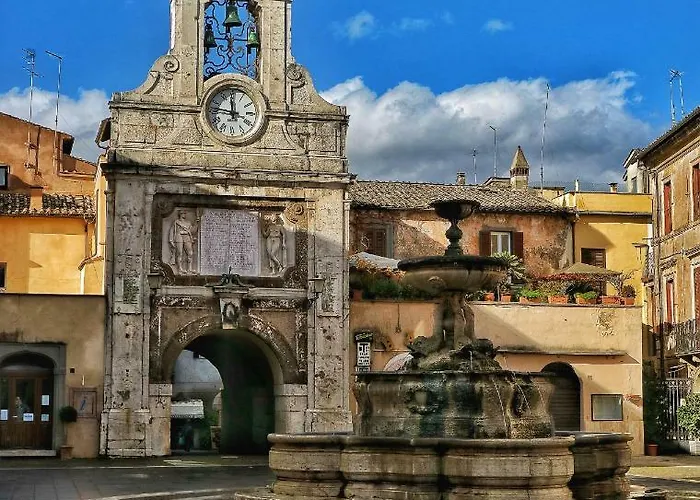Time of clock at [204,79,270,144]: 11:46
